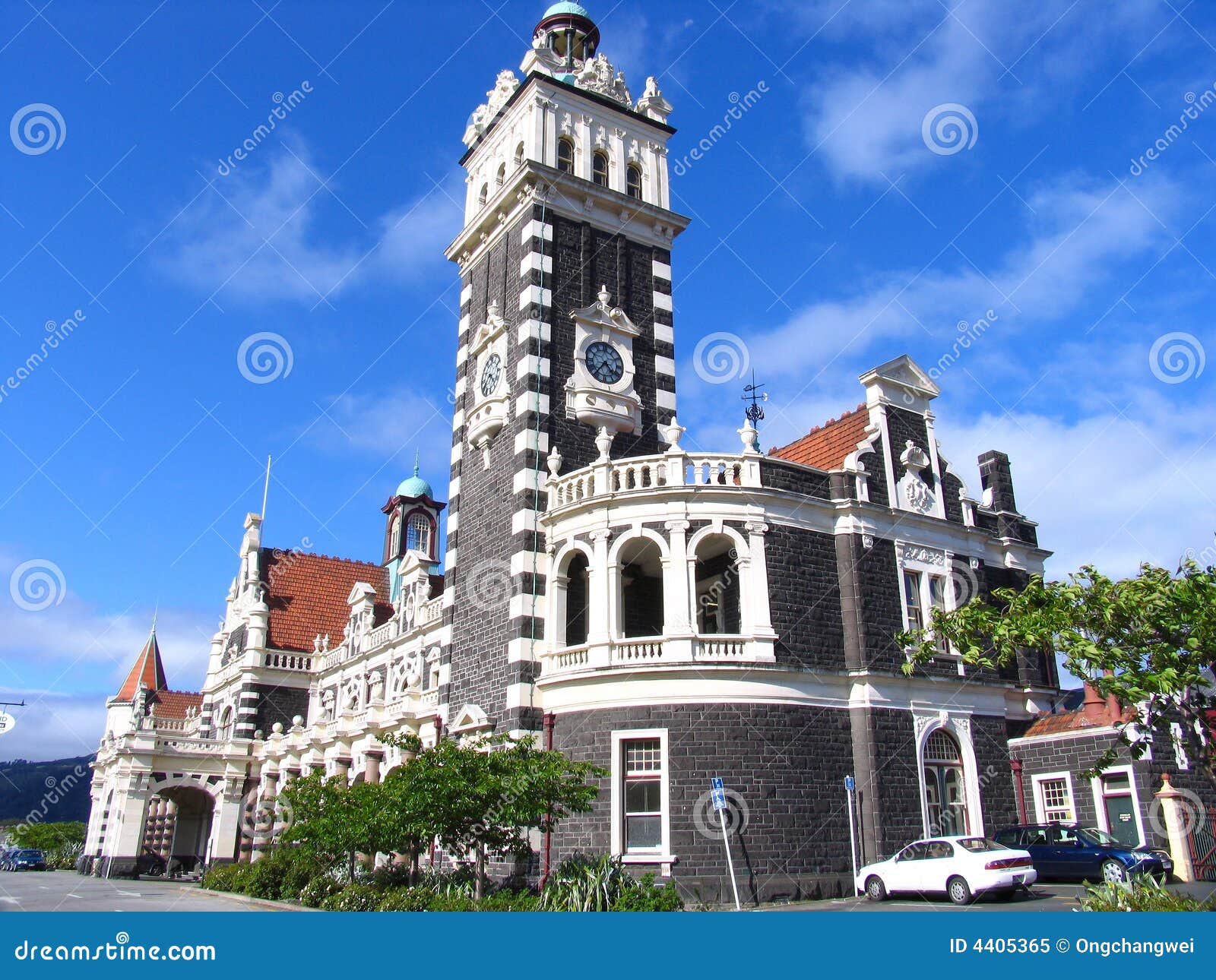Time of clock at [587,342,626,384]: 4:36
